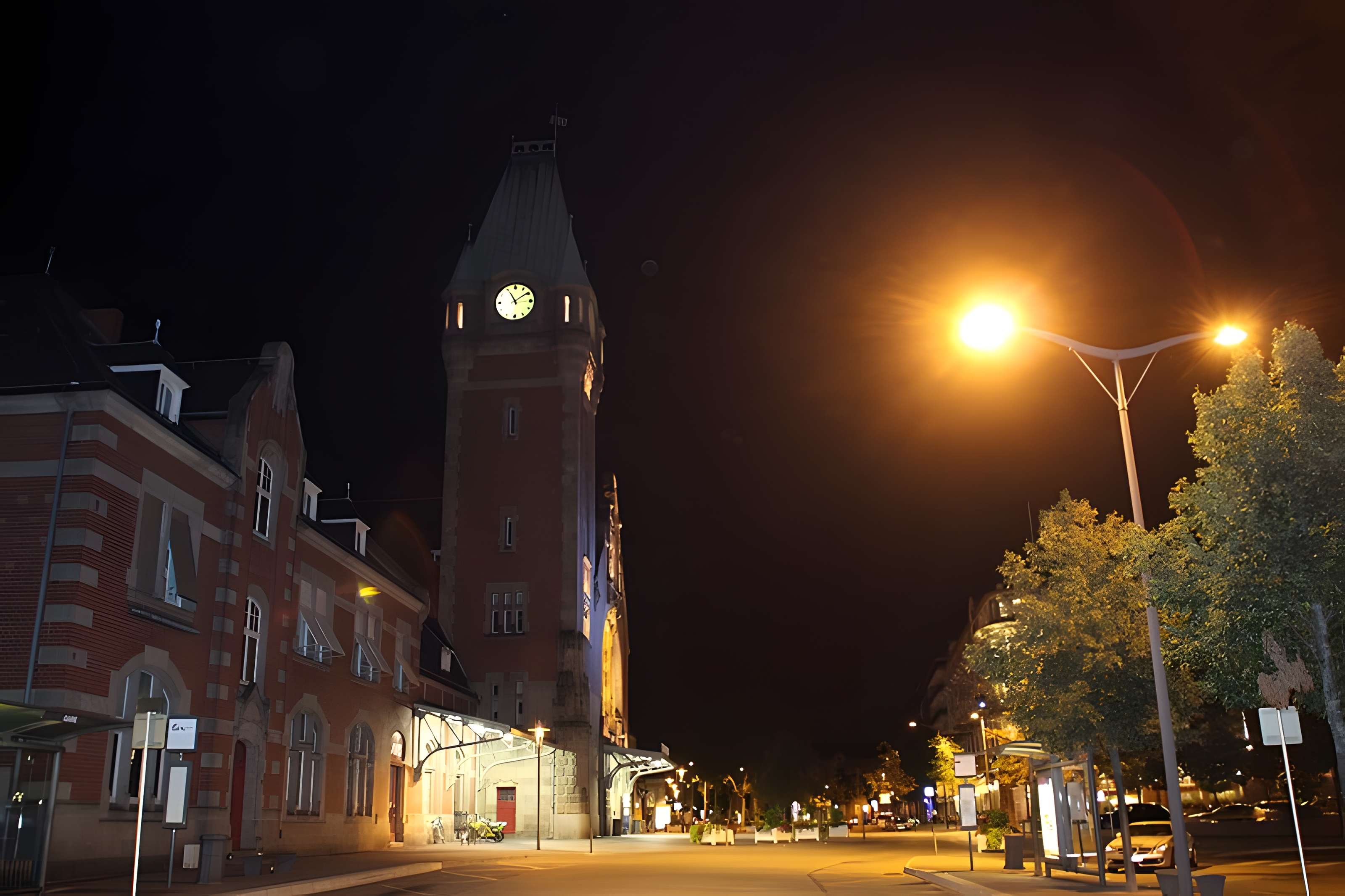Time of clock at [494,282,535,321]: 1:54
